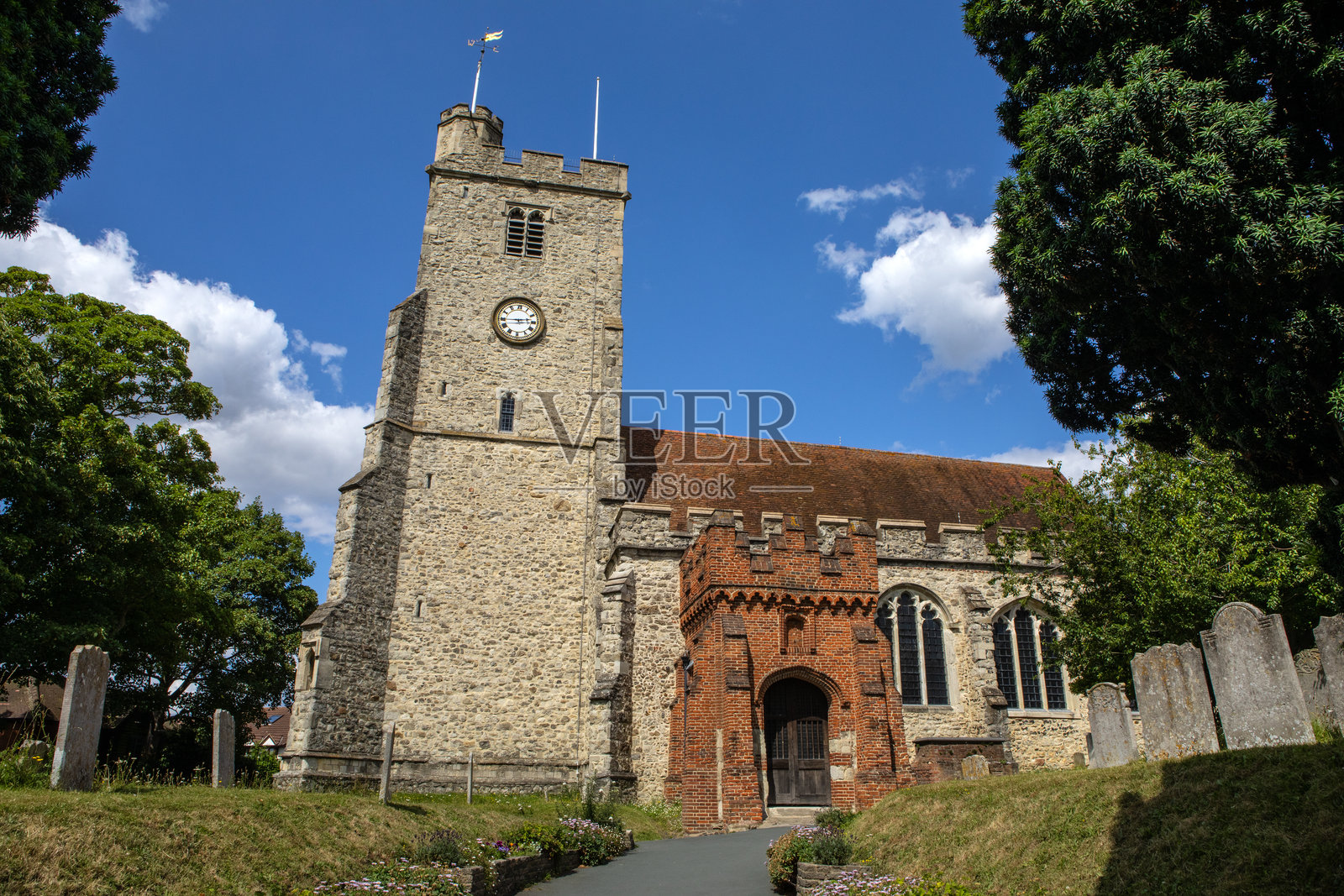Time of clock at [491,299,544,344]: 2:44
